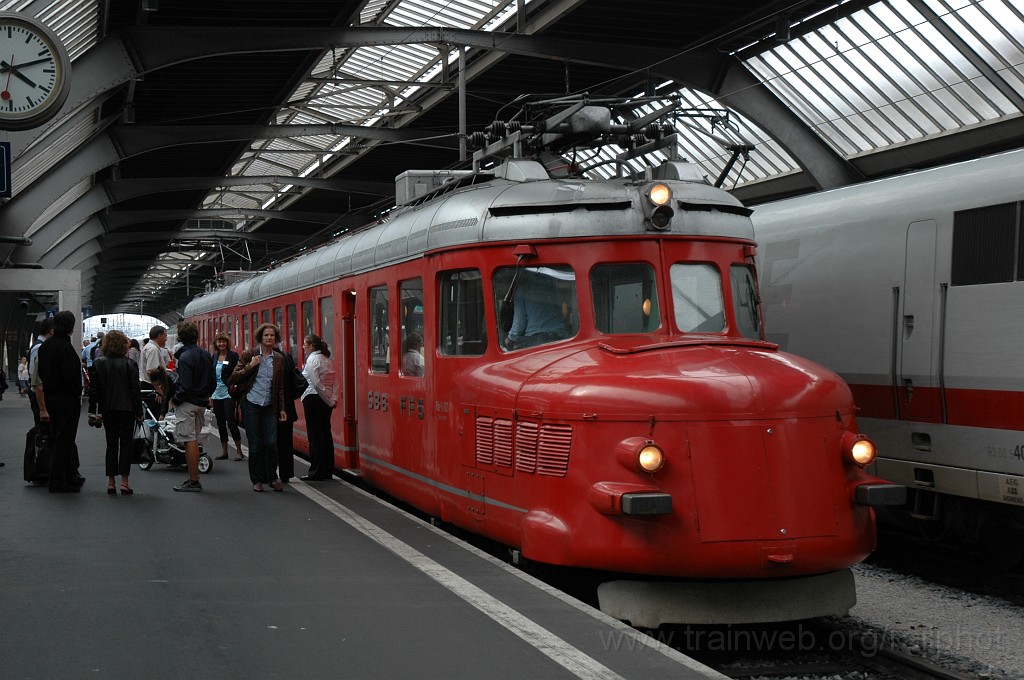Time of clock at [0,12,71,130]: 4:12
